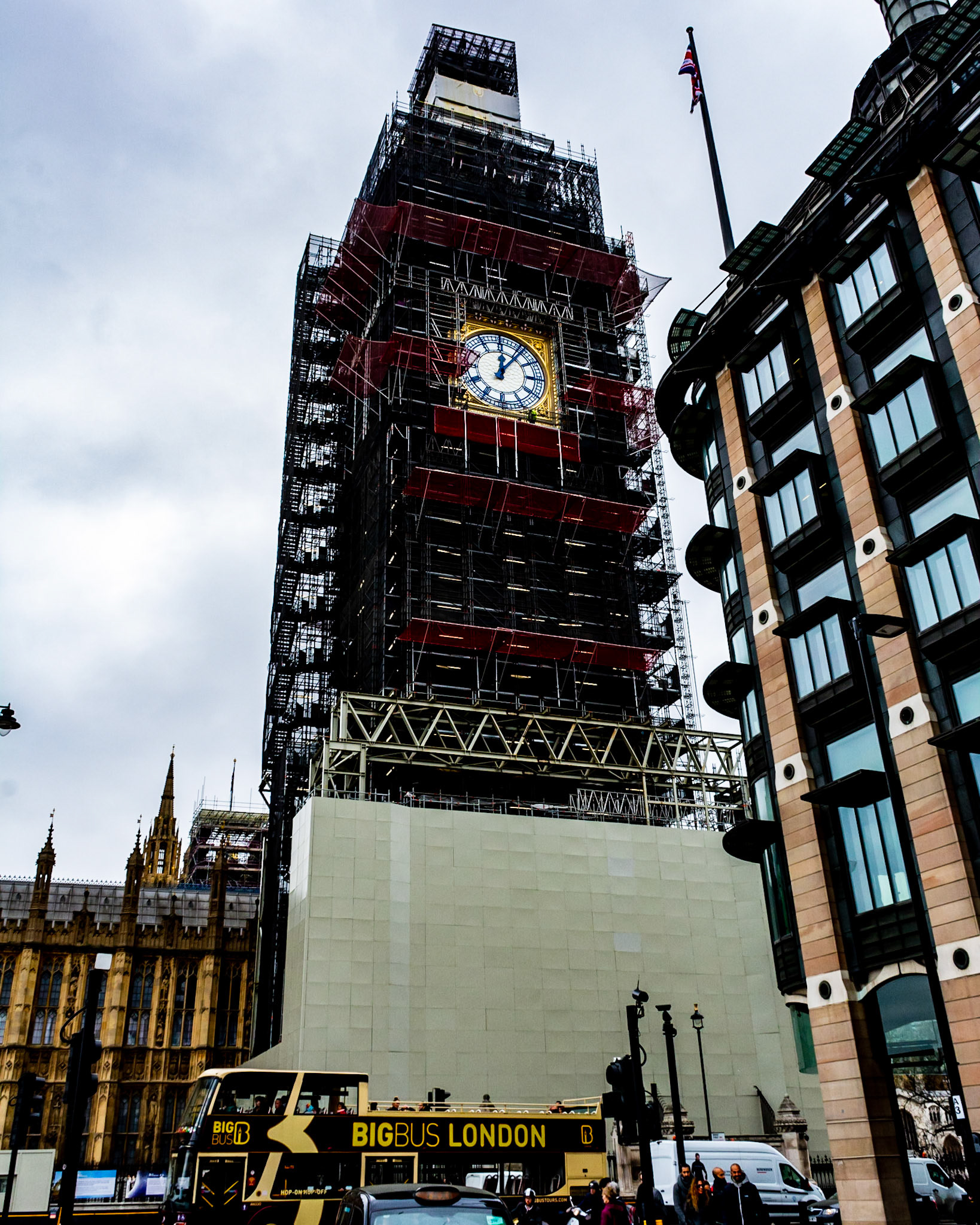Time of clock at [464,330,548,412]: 12:06
